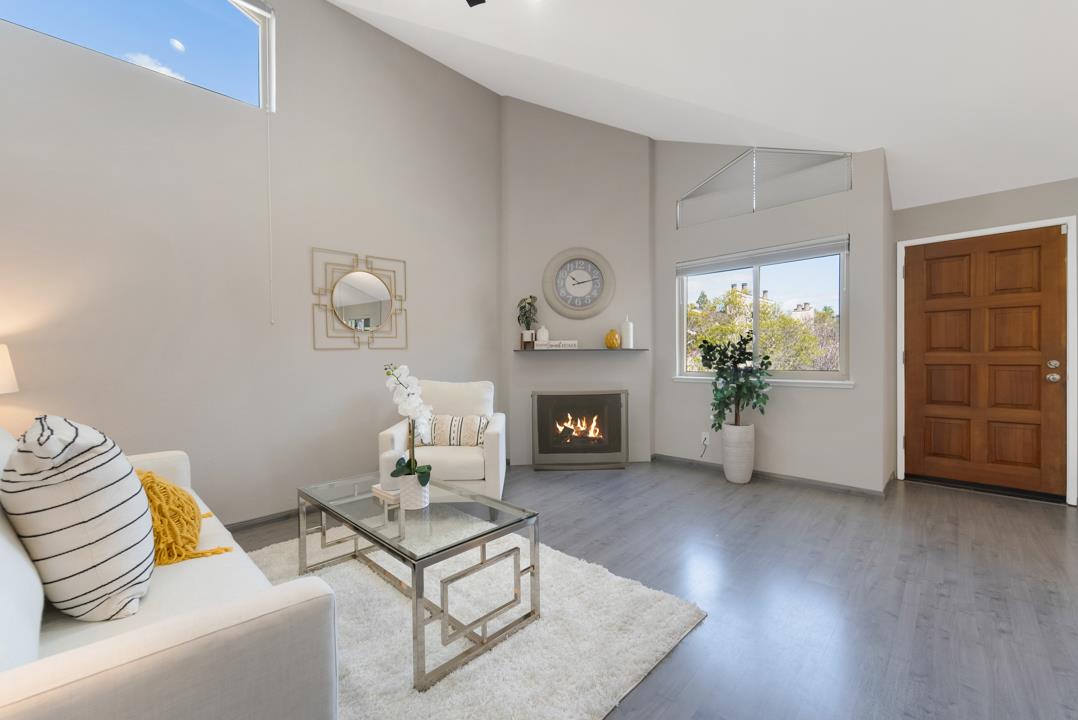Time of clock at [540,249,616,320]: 10:12
